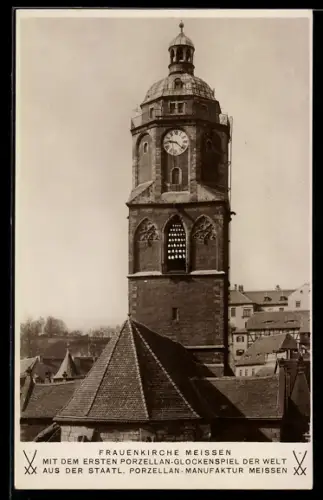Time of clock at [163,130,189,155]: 9:22
